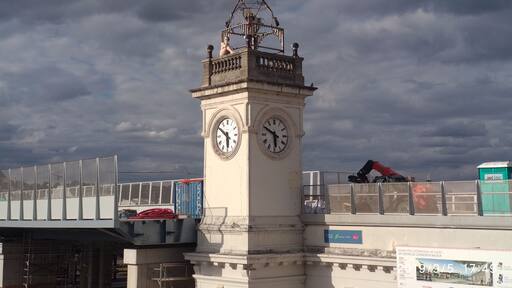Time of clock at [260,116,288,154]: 5:49
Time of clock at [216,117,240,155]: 5:50
